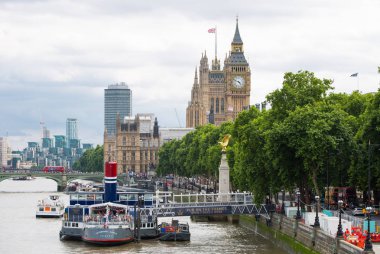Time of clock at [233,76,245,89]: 4:49
